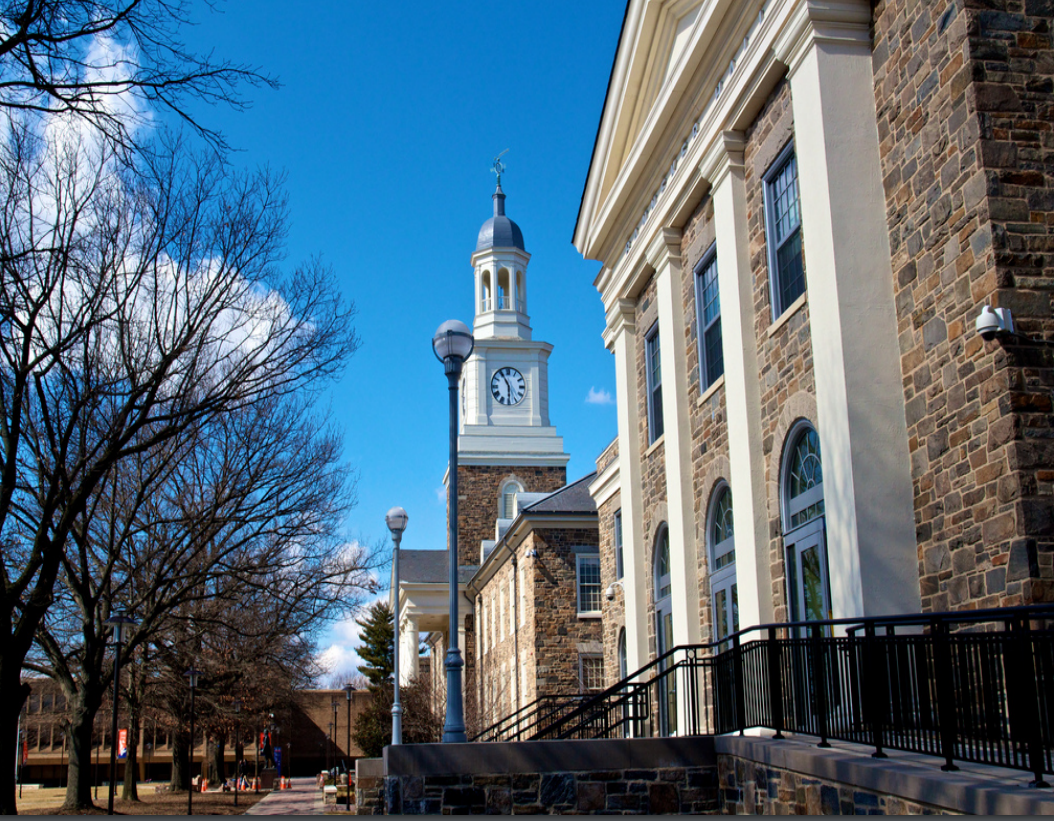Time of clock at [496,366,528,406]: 5:55
